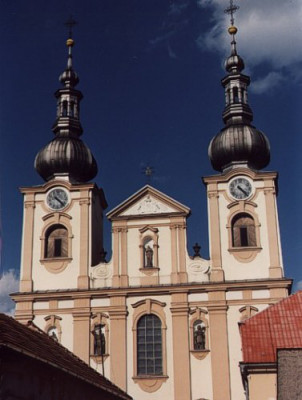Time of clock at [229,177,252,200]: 4:22
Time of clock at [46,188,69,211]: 10:22
